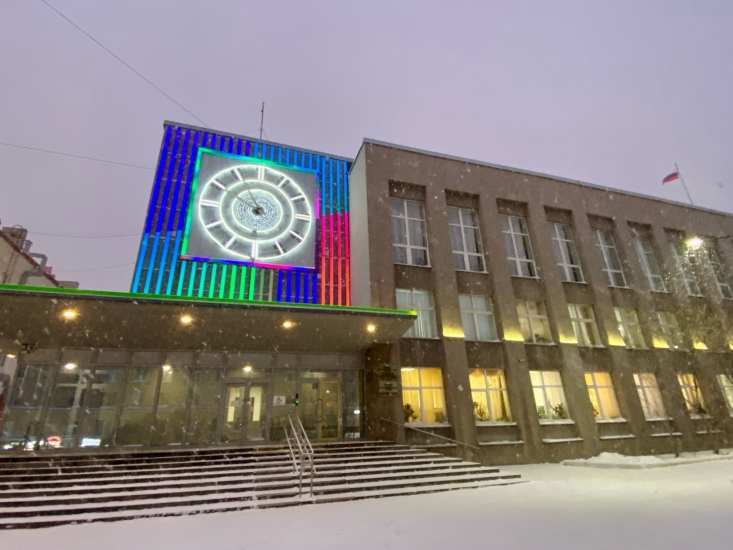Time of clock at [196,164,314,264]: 9:55
